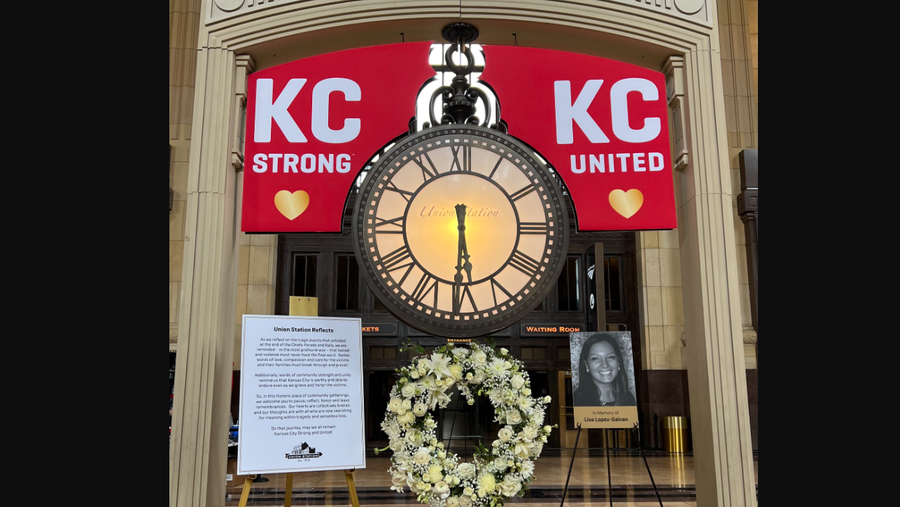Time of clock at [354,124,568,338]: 5:30
